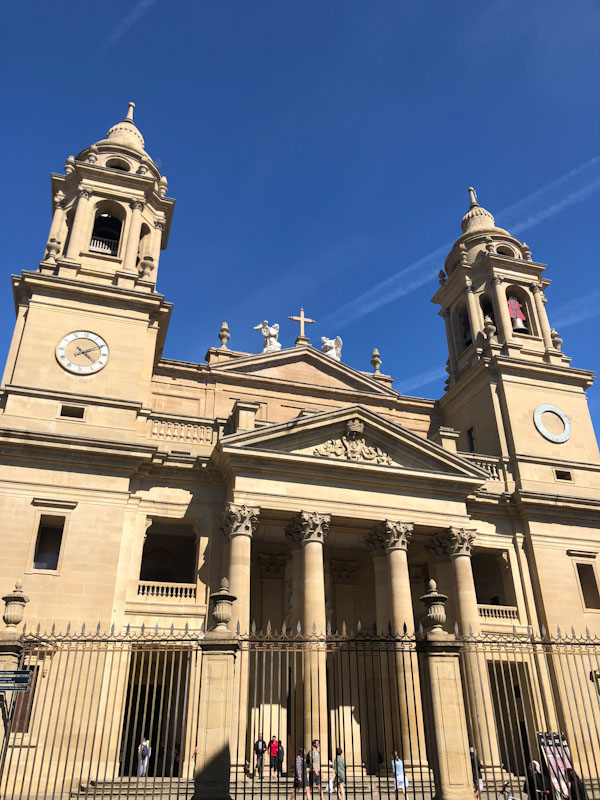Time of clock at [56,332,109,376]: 4:10
